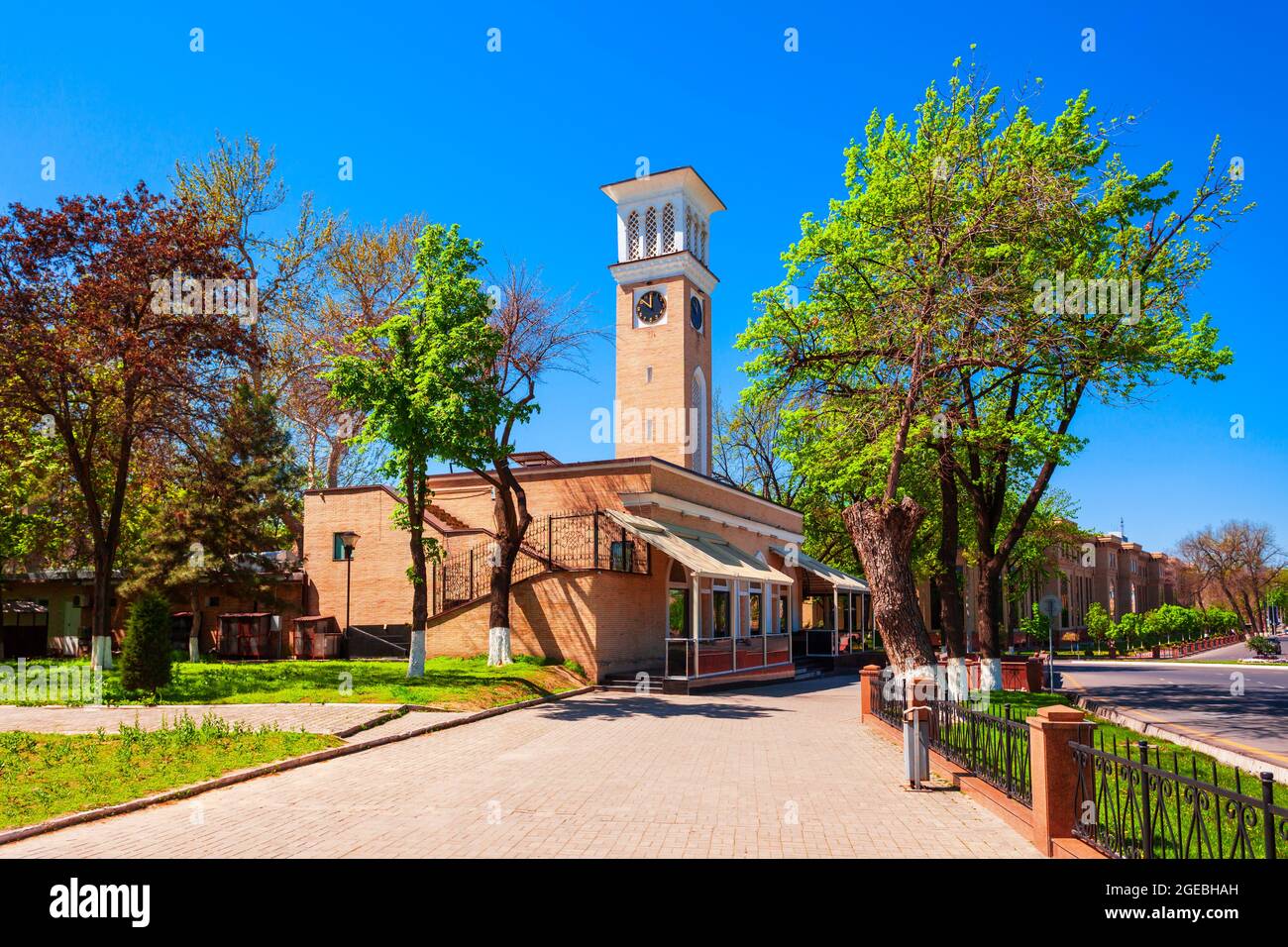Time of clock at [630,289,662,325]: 11:51
